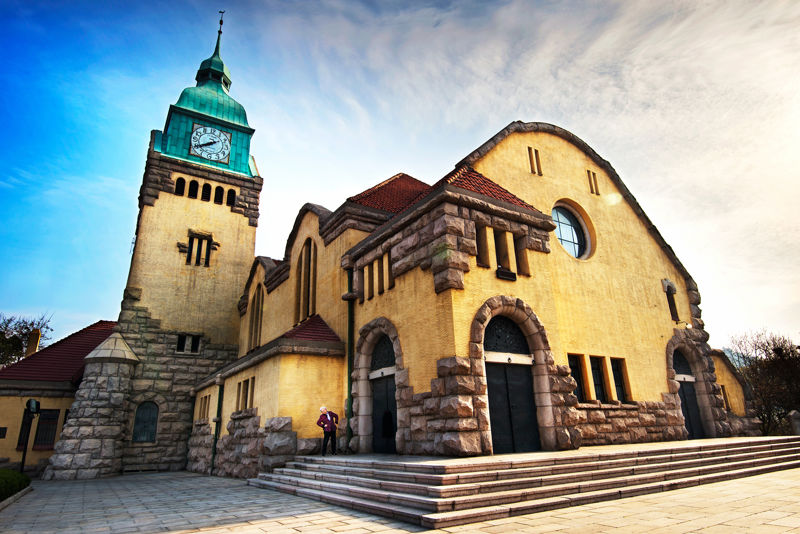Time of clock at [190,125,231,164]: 7:40
